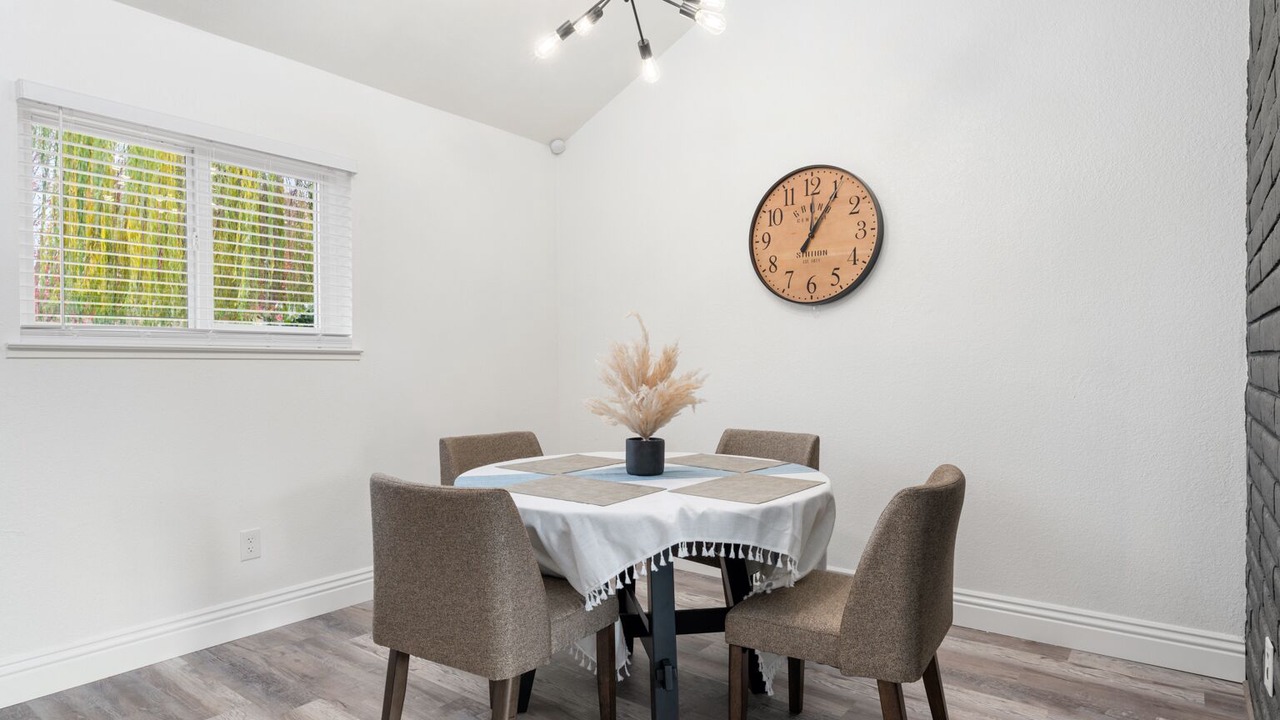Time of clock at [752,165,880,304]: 12:05
